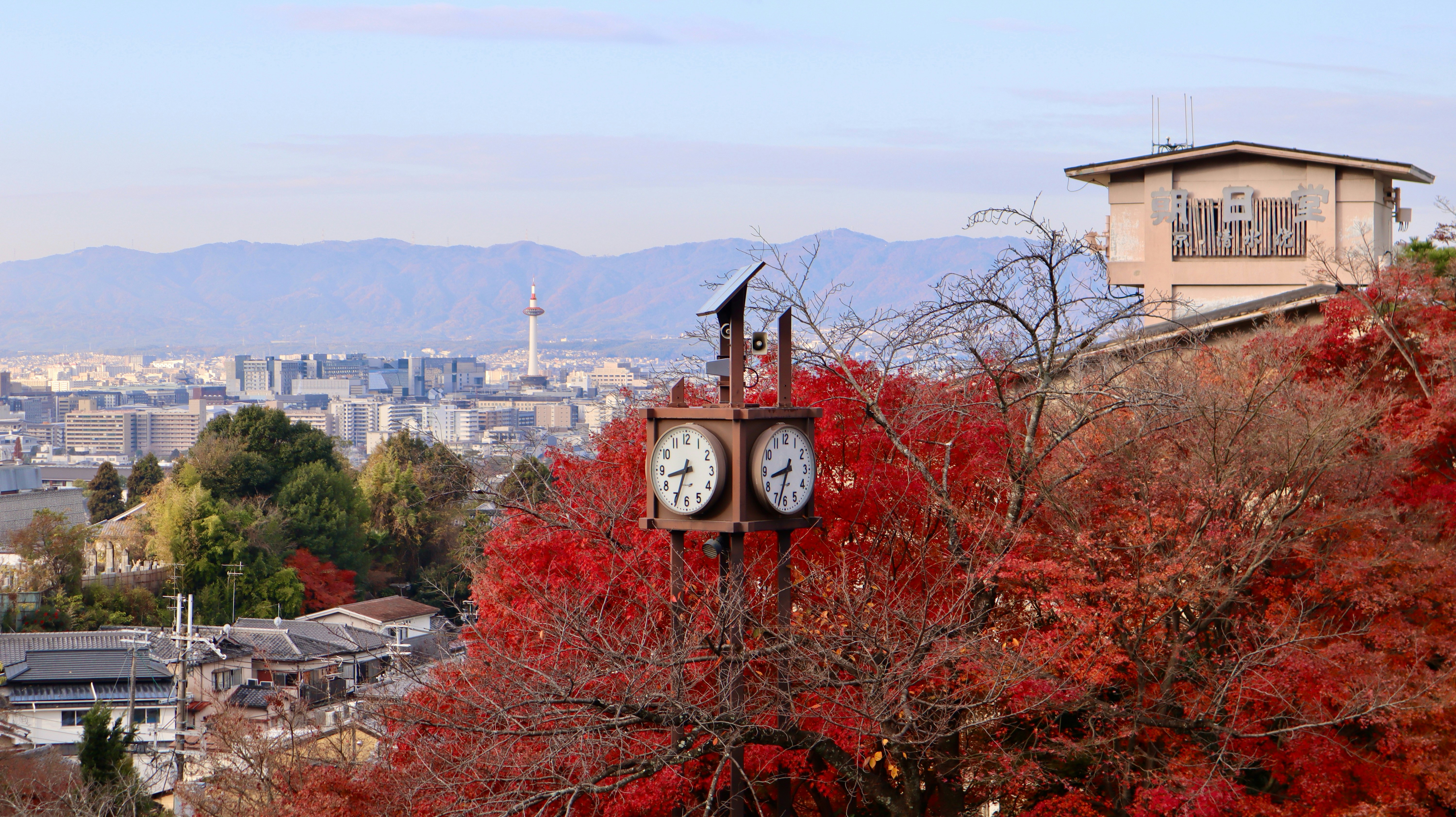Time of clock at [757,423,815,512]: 8:33
